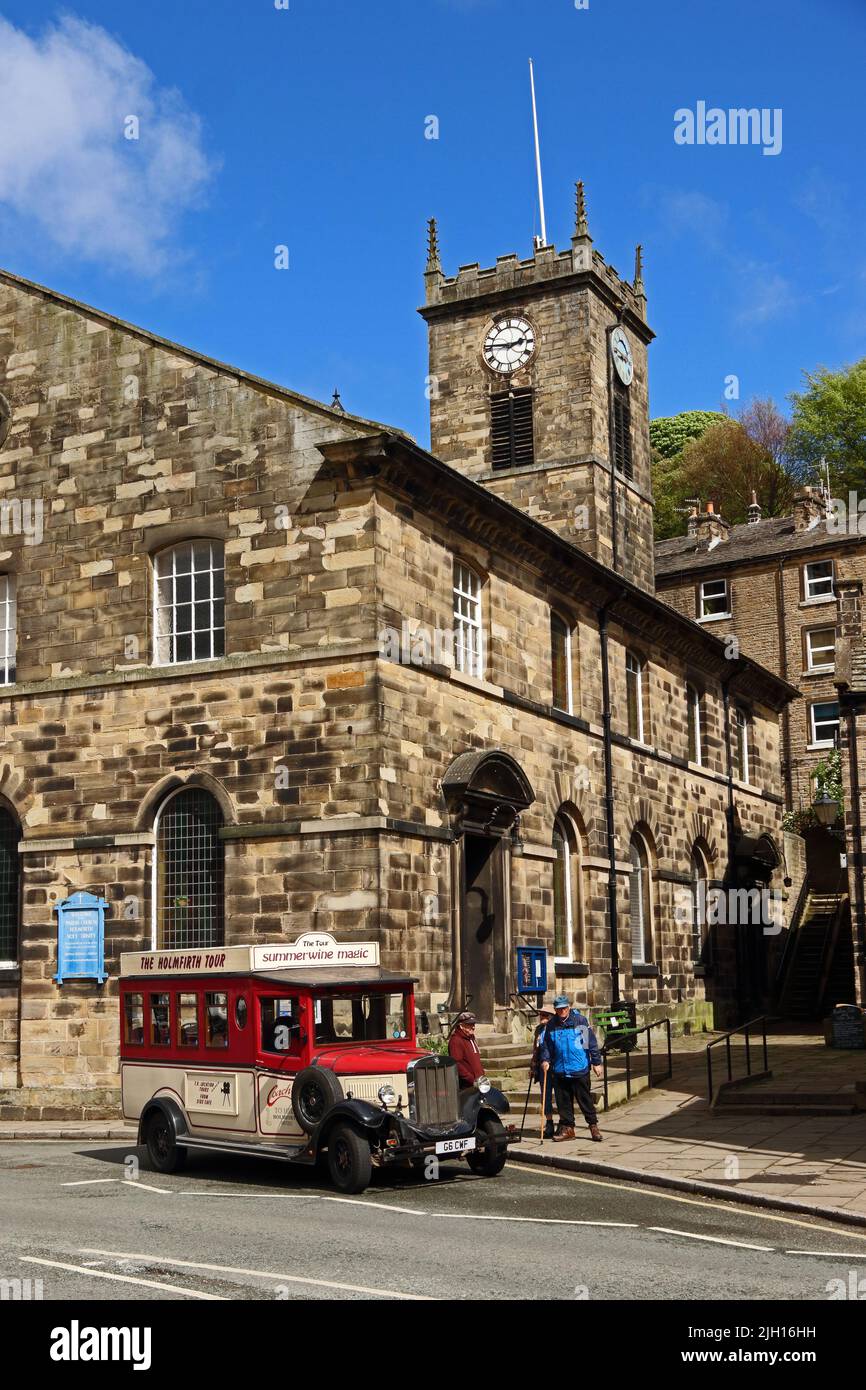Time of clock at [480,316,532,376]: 2:46
